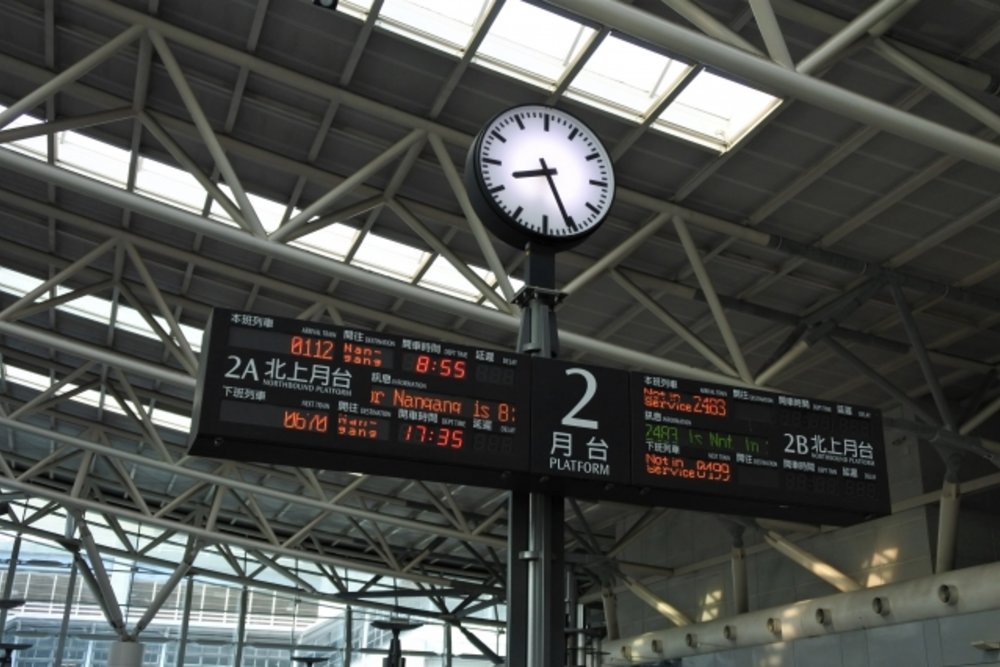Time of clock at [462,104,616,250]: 8:25
